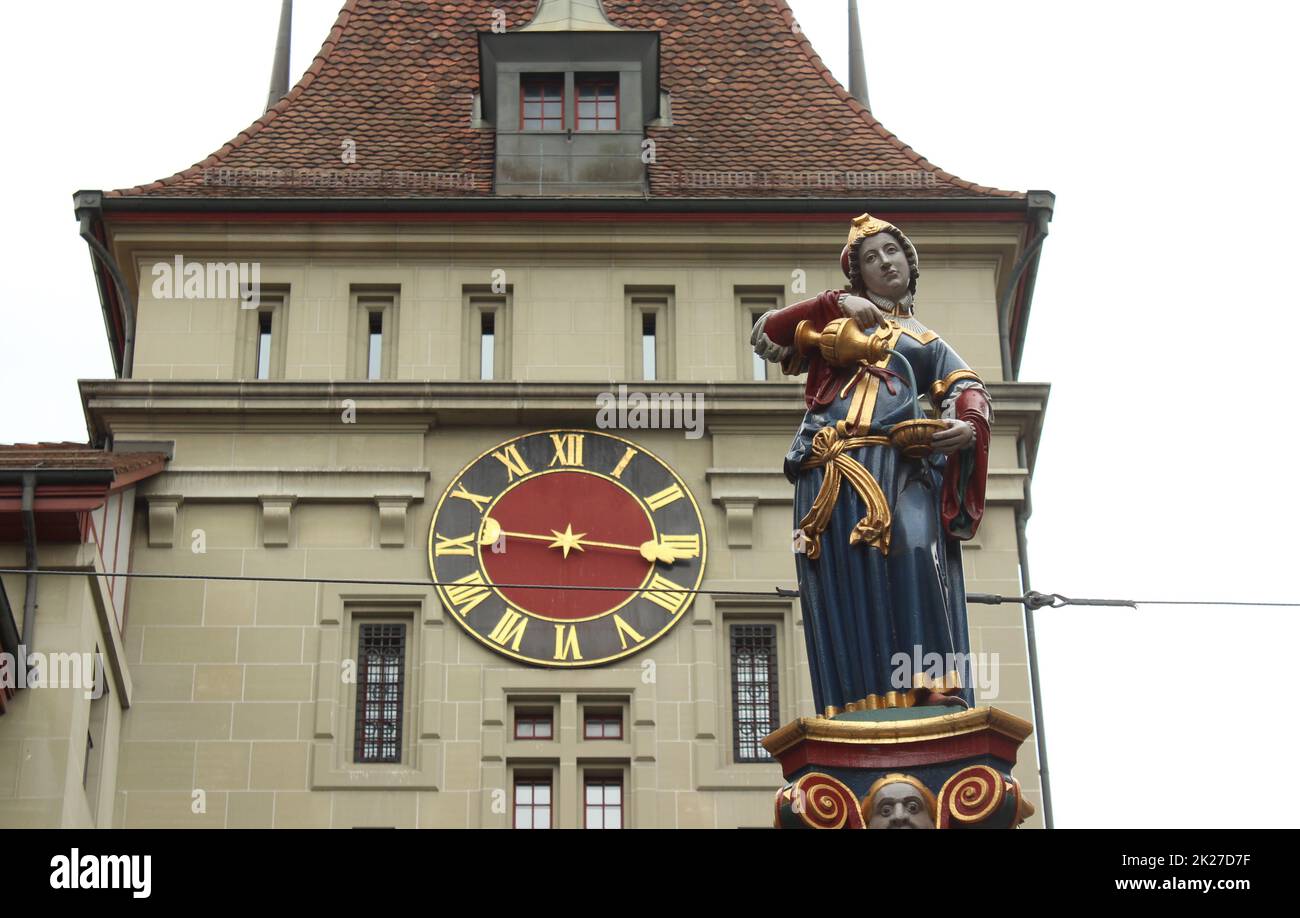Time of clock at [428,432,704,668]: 9:16
